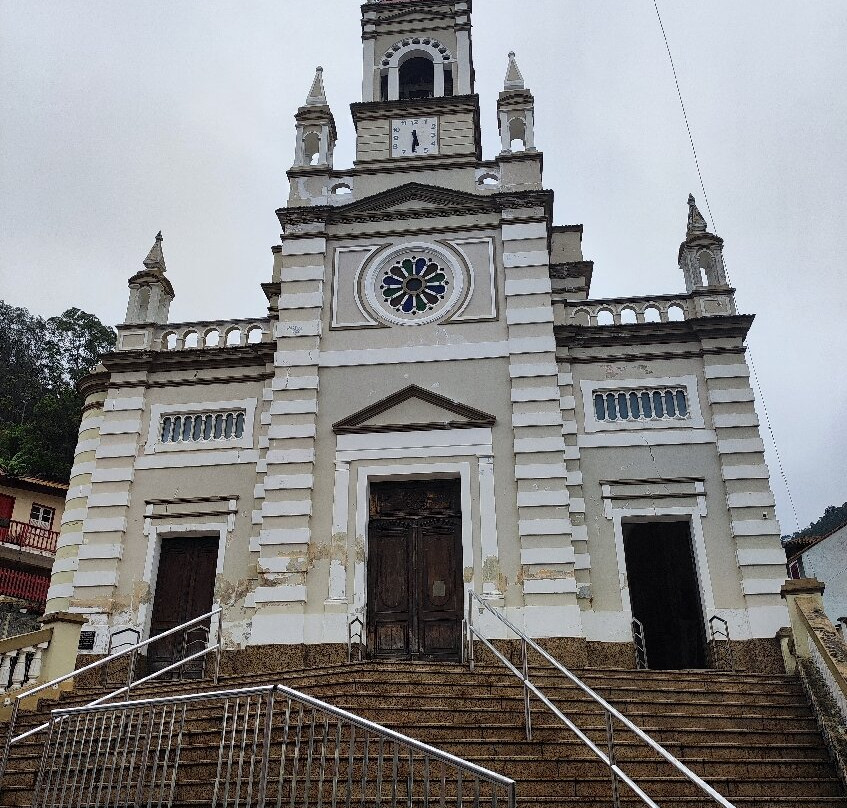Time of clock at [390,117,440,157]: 5:31
